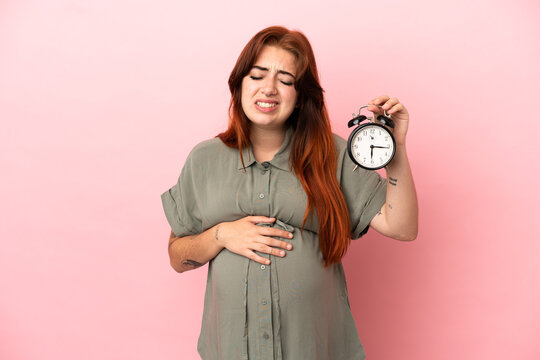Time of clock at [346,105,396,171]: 6:15
